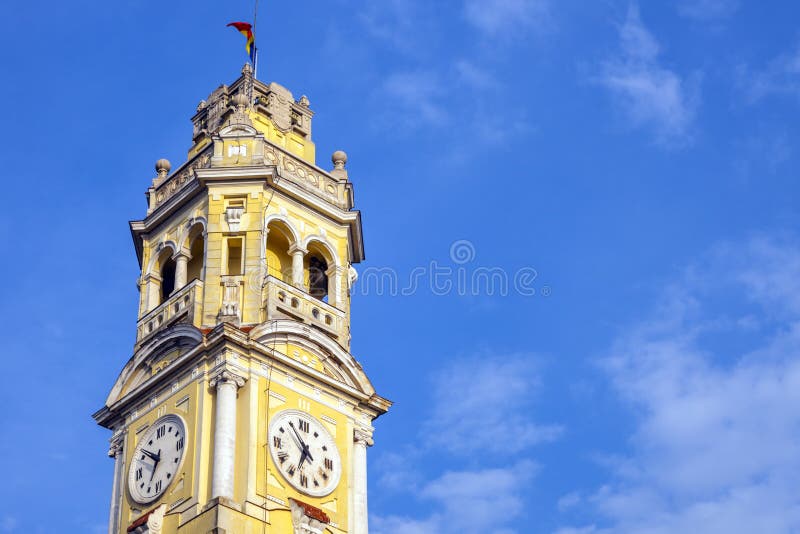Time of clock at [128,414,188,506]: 6:50
